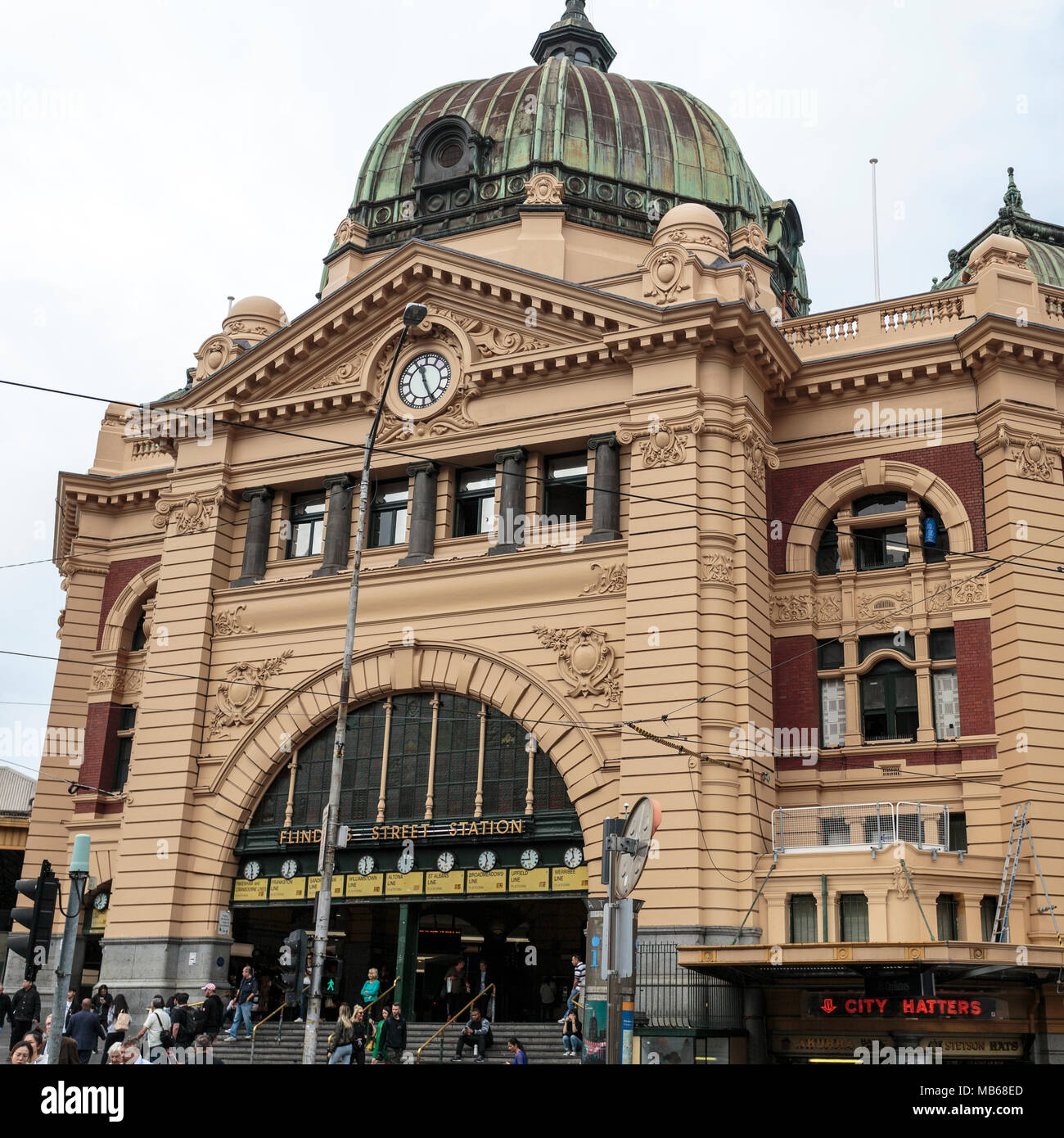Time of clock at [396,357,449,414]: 11:25
